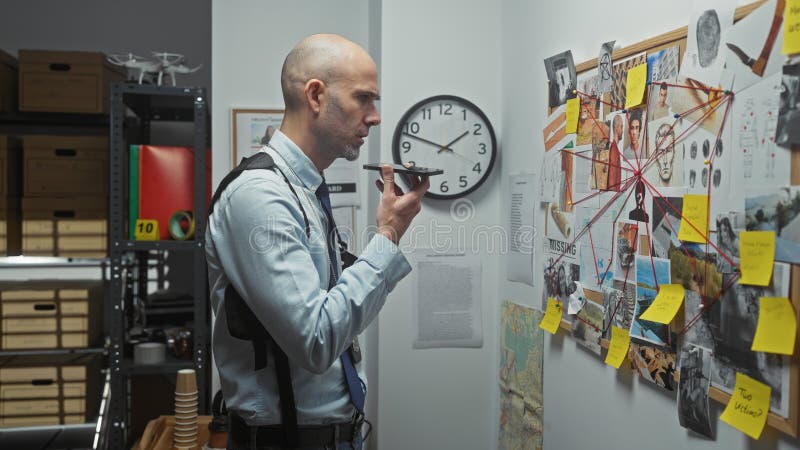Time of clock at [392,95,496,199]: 1:48
